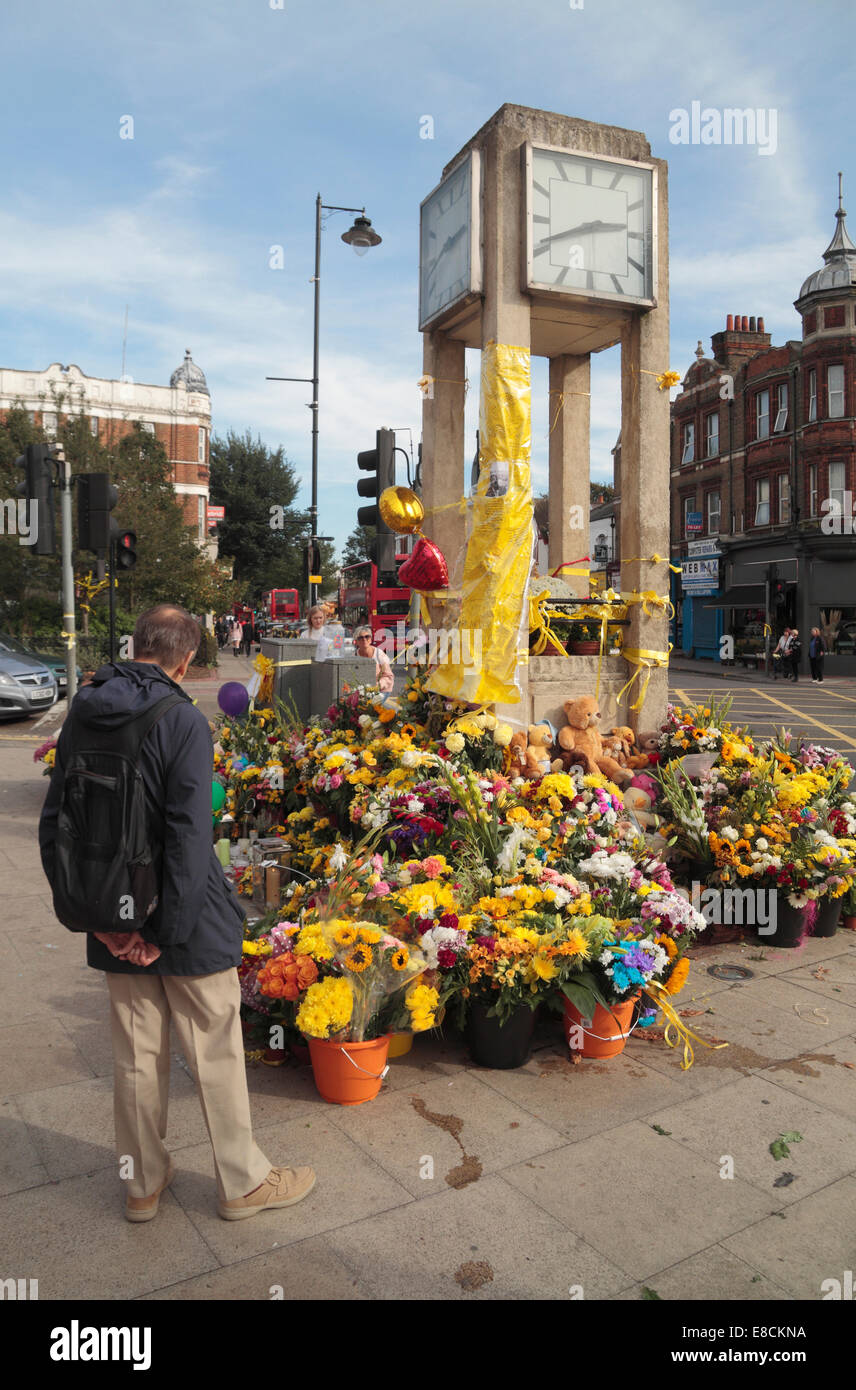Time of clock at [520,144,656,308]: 2:40
